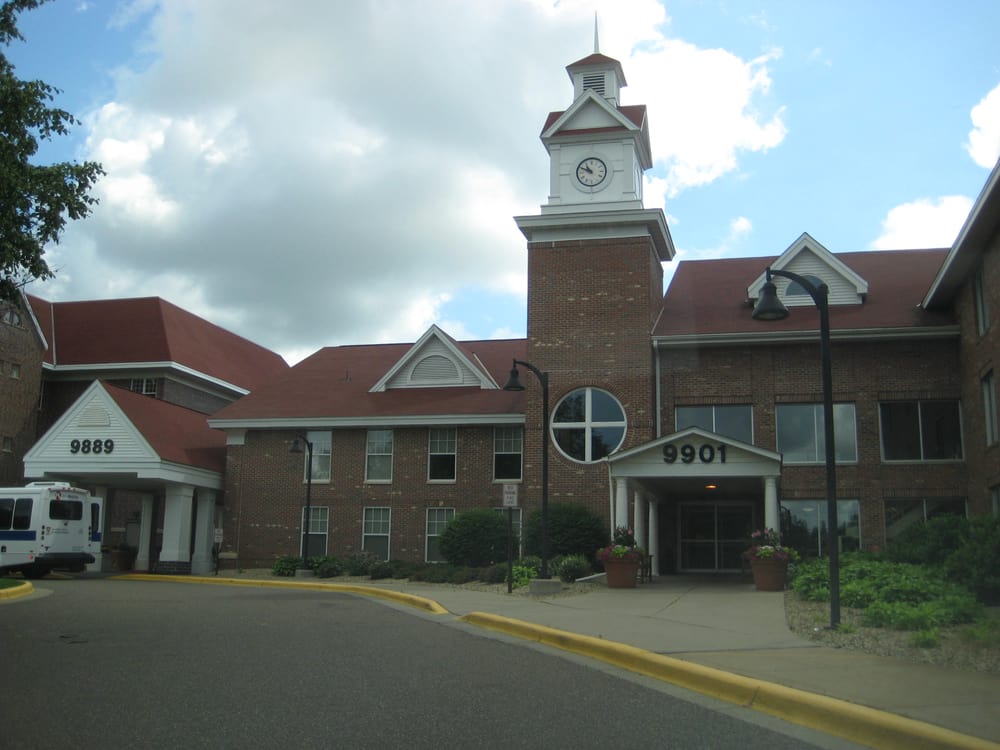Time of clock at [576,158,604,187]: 10:49
